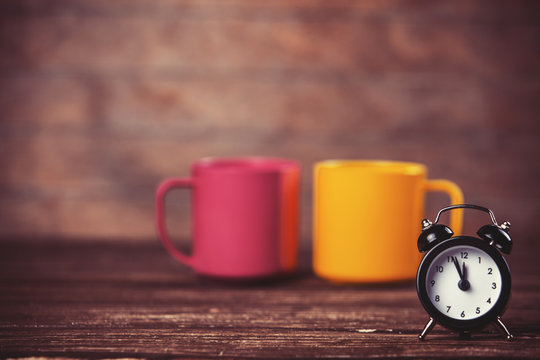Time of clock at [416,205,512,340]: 11:56
